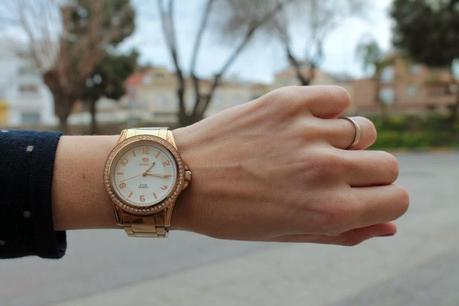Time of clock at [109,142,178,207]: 1:16
